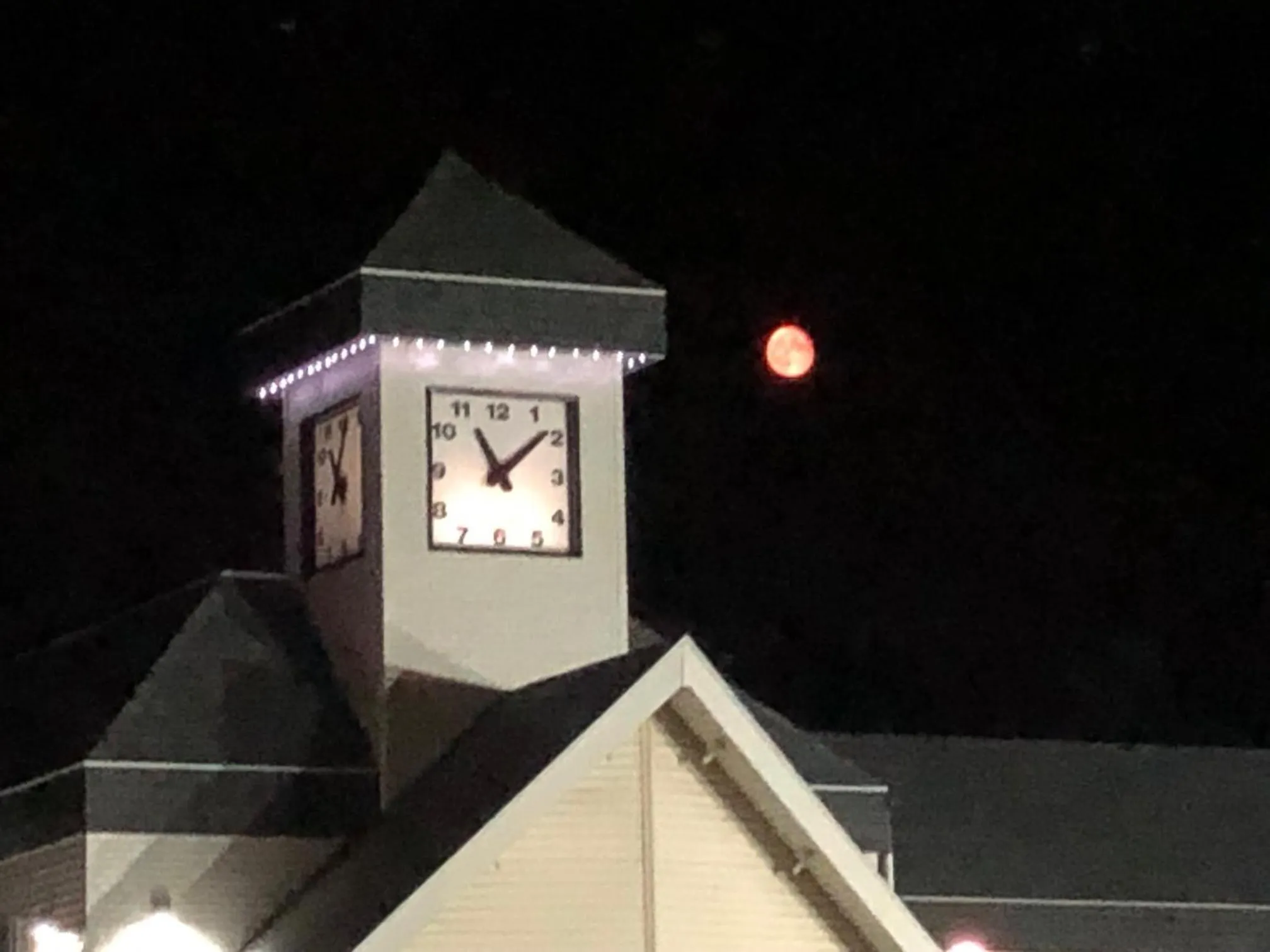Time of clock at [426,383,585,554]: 11:08
